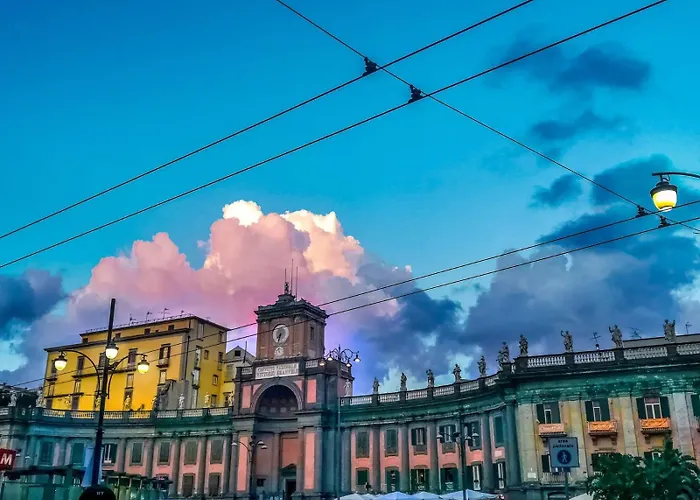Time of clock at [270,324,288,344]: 7:32
